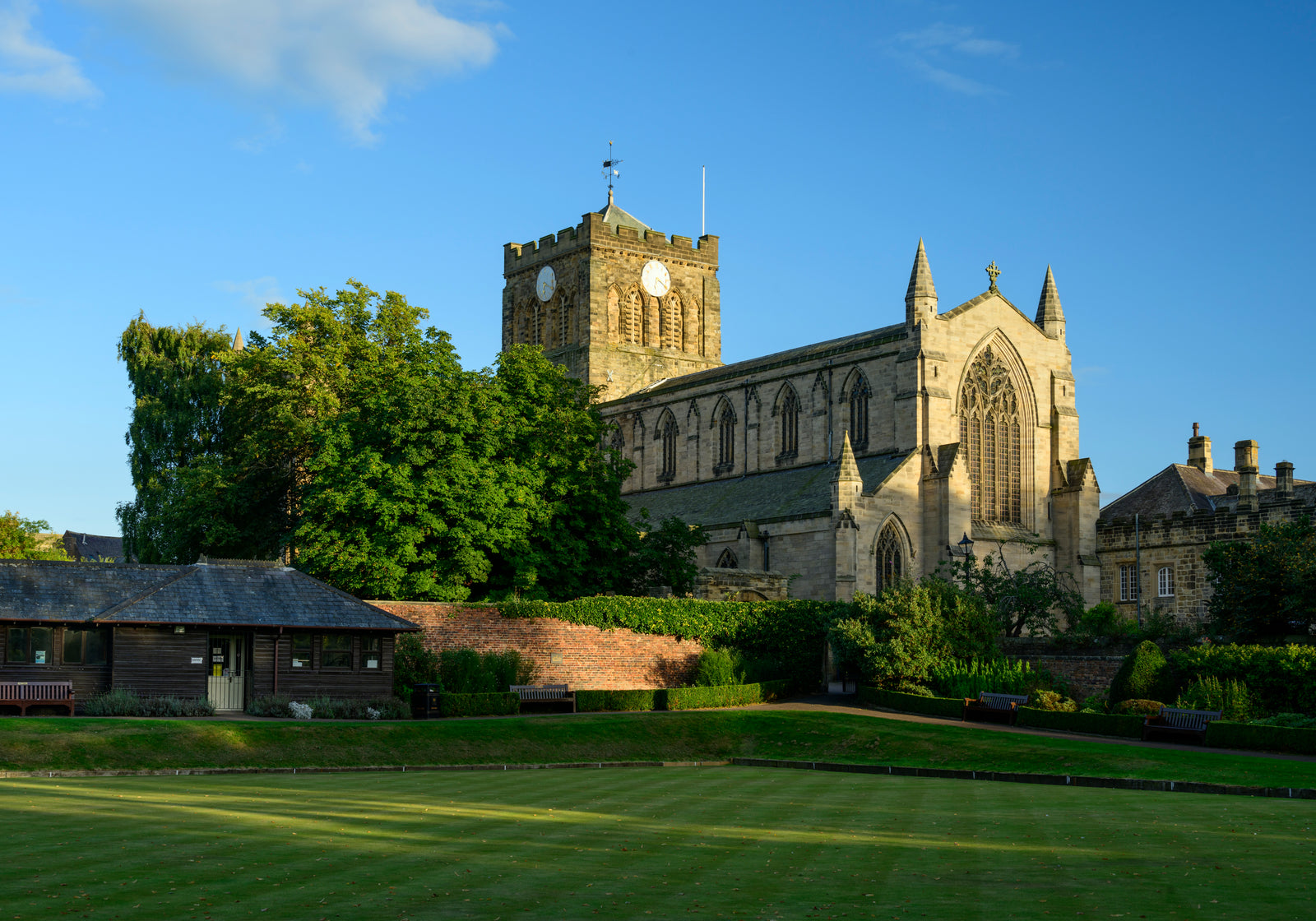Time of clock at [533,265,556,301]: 6:20
